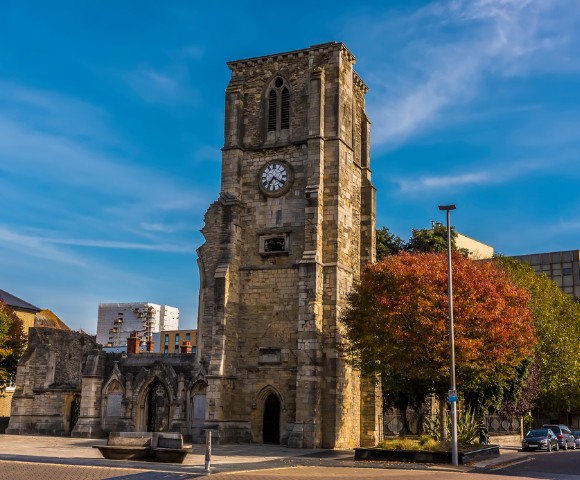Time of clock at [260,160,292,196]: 7:21
